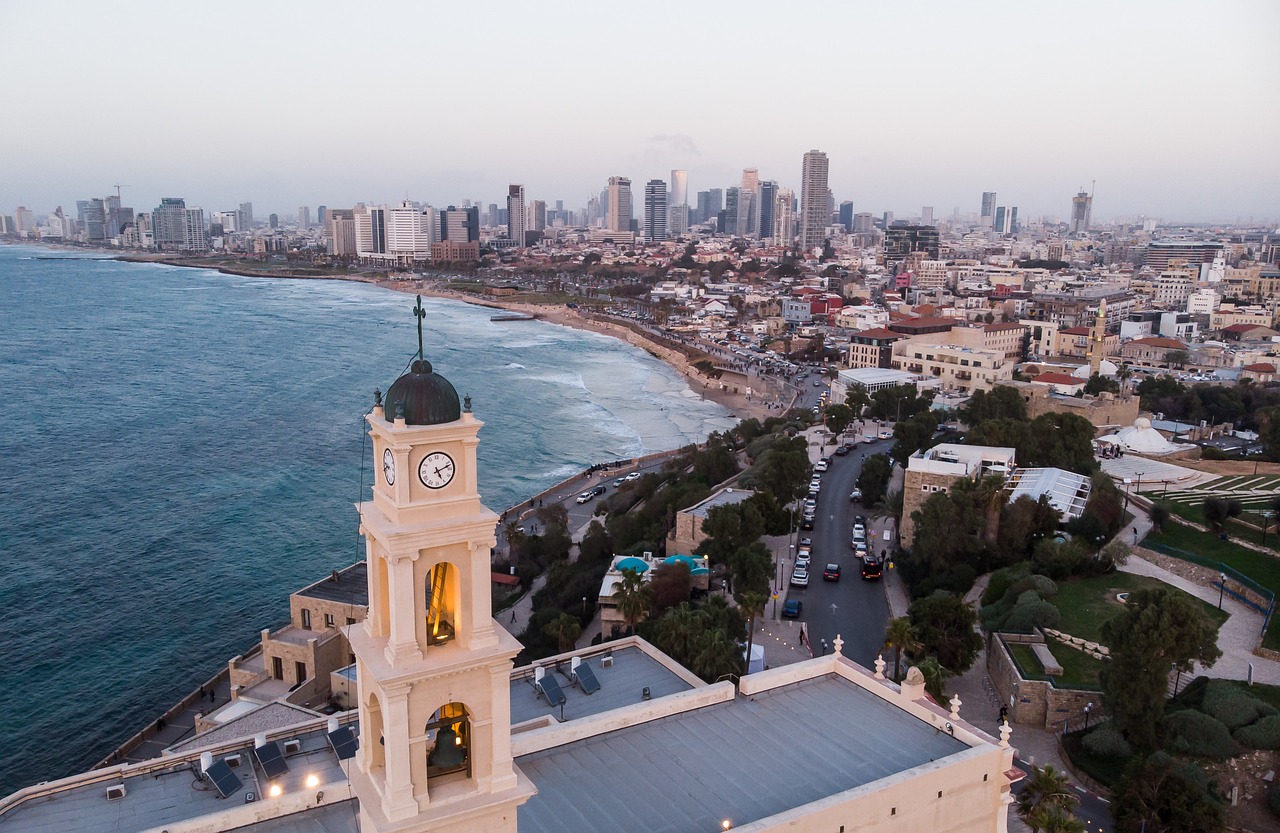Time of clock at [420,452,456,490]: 5:11
